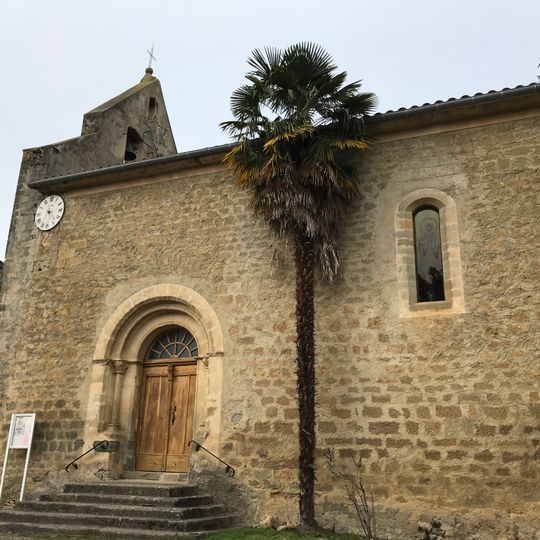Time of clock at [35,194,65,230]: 4:35
